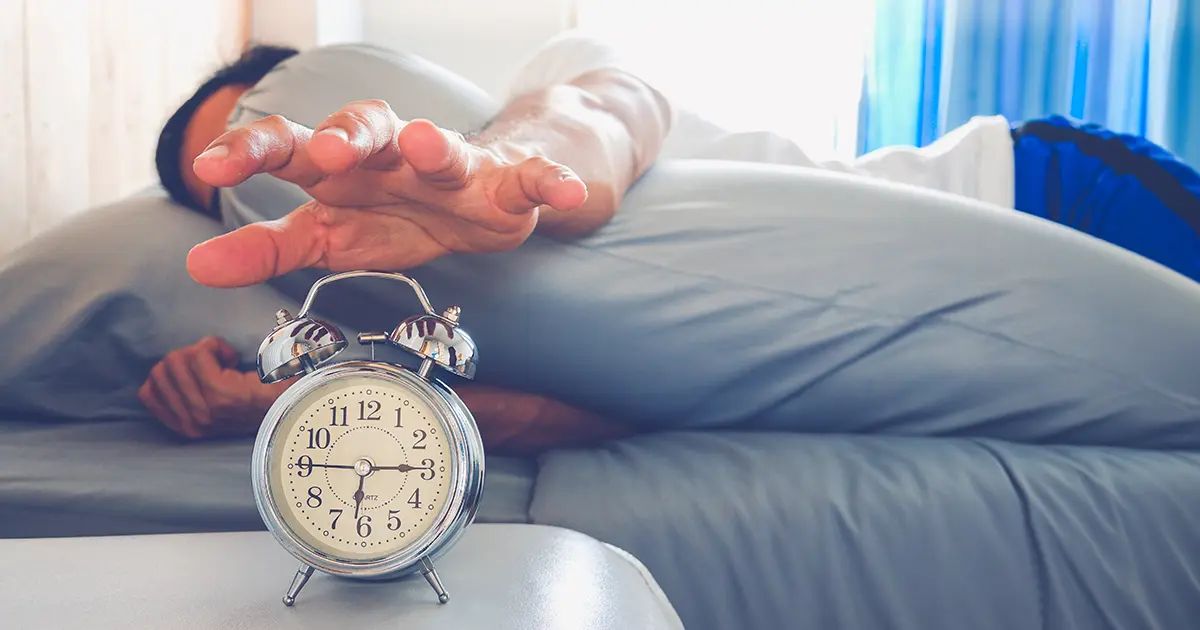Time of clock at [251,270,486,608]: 6:14
